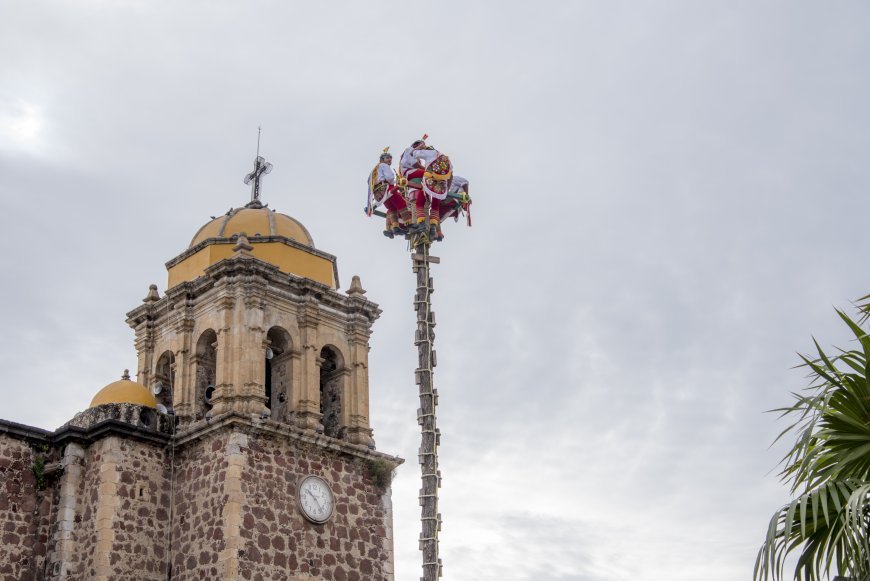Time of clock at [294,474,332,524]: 10:24
